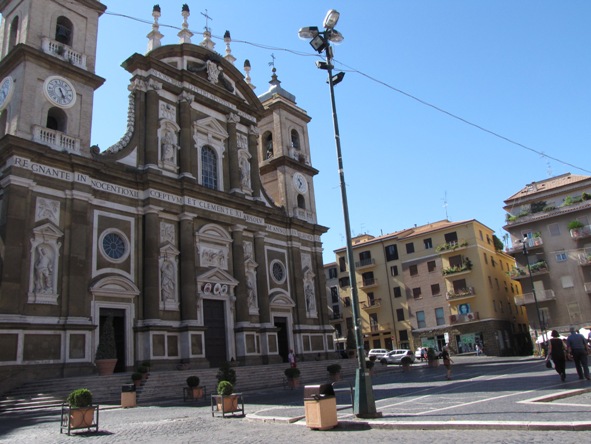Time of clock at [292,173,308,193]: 10:34
